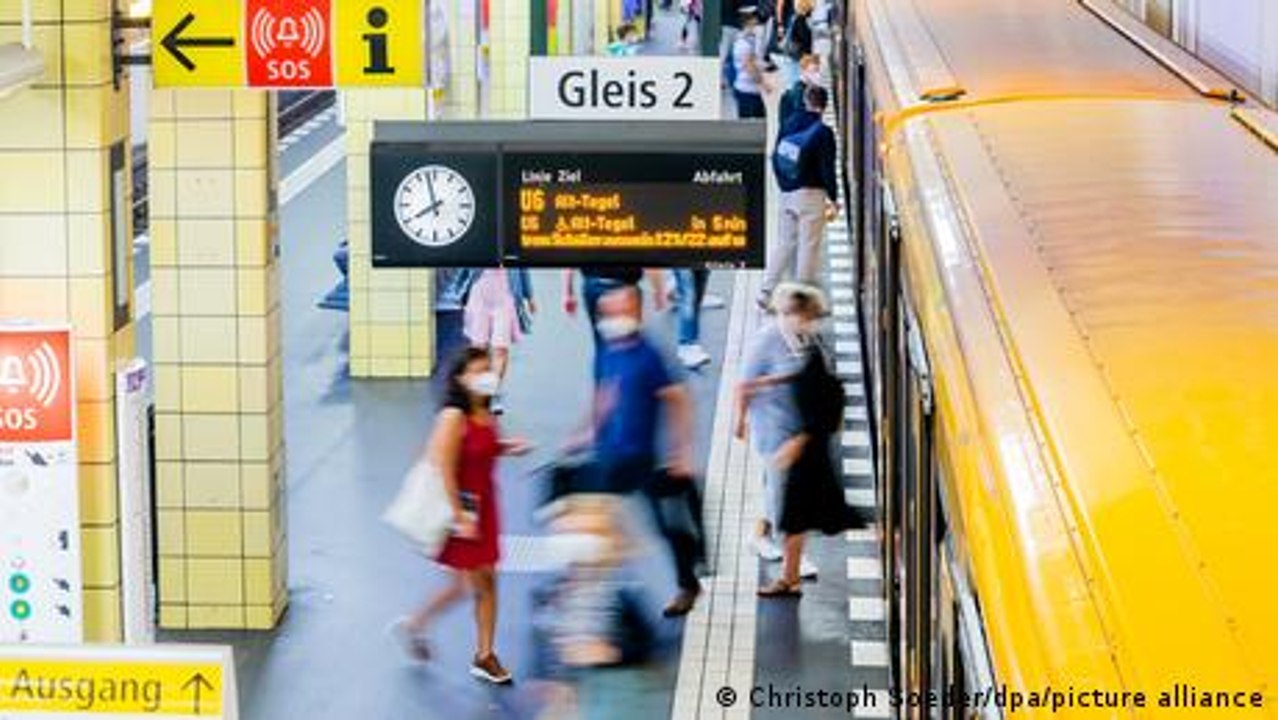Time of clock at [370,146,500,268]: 7:57
